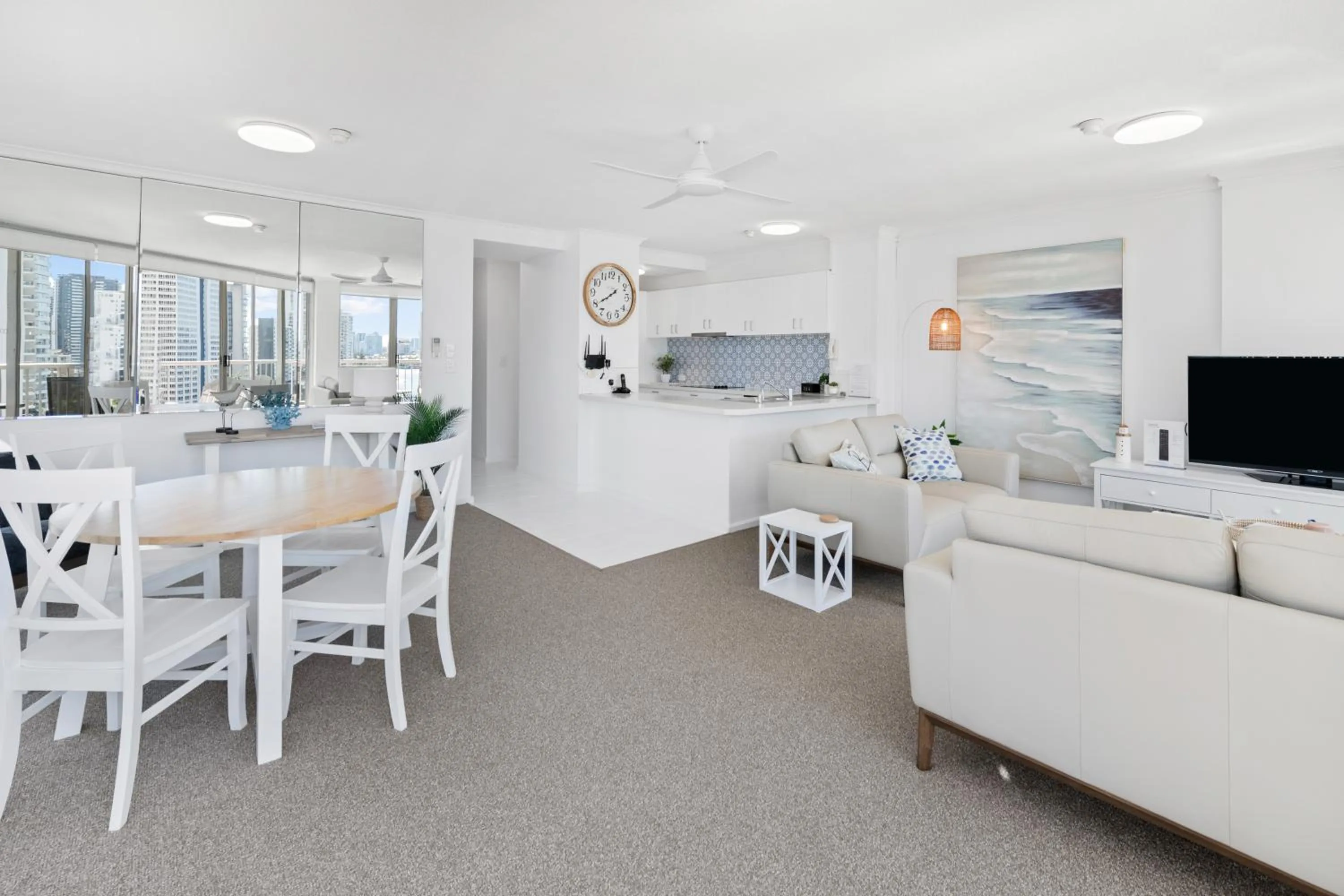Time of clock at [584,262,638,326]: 1:39
